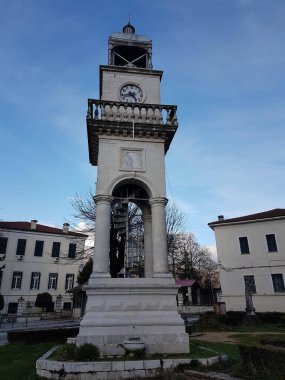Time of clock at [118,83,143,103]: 4:42
